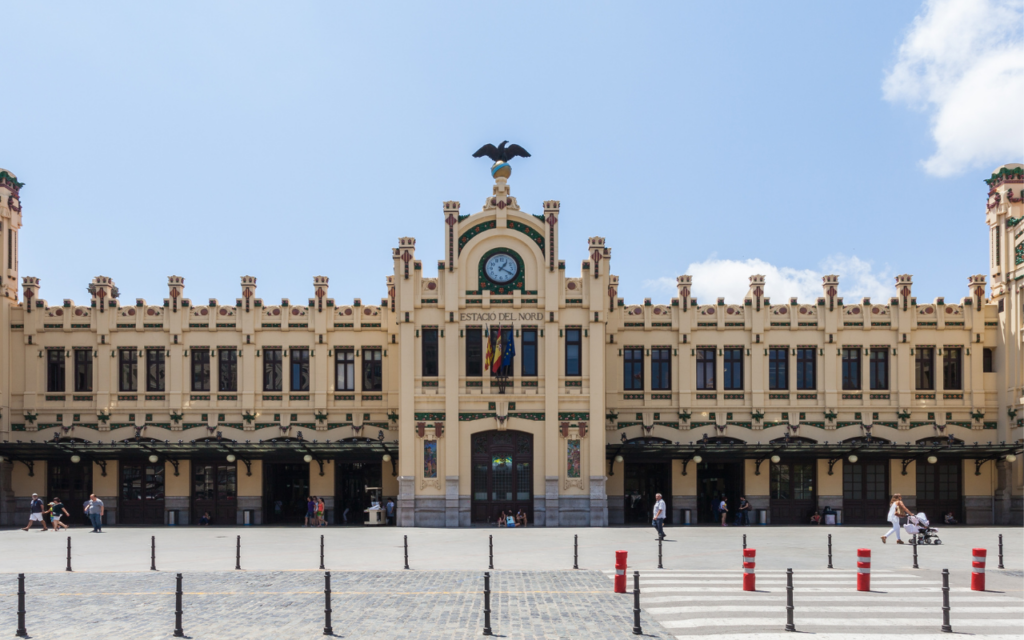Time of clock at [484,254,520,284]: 1:19
